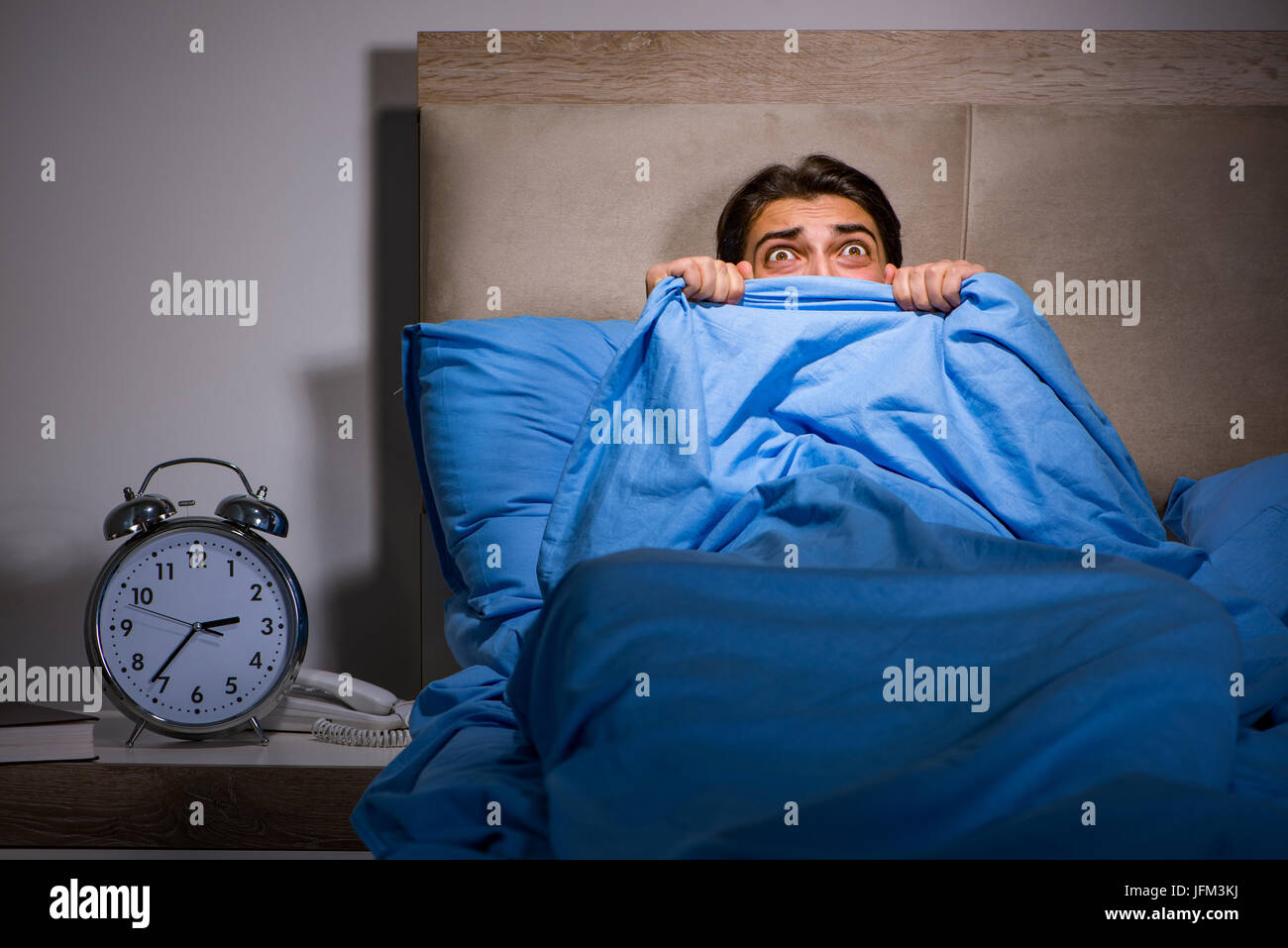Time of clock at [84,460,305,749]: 2:36
